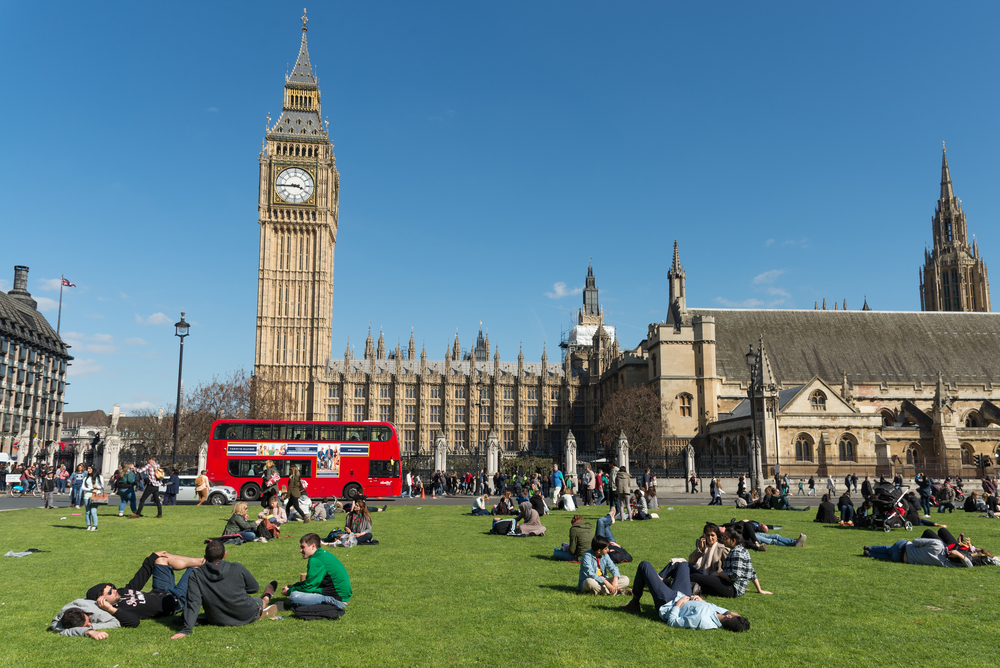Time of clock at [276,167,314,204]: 3:44
